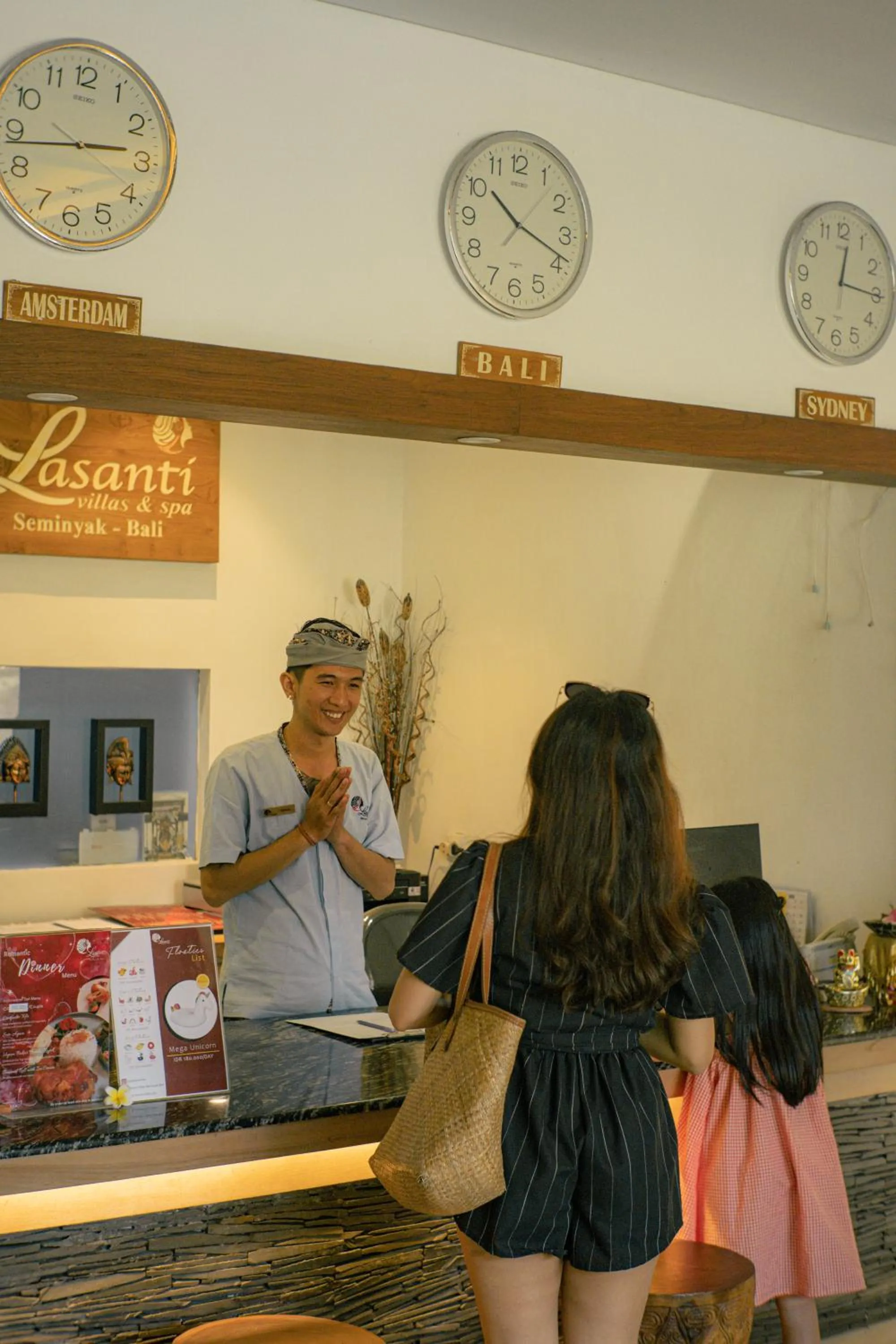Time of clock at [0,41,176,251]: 2:43
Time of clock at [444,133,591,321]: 10:18
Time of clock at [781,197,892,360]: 12:15
